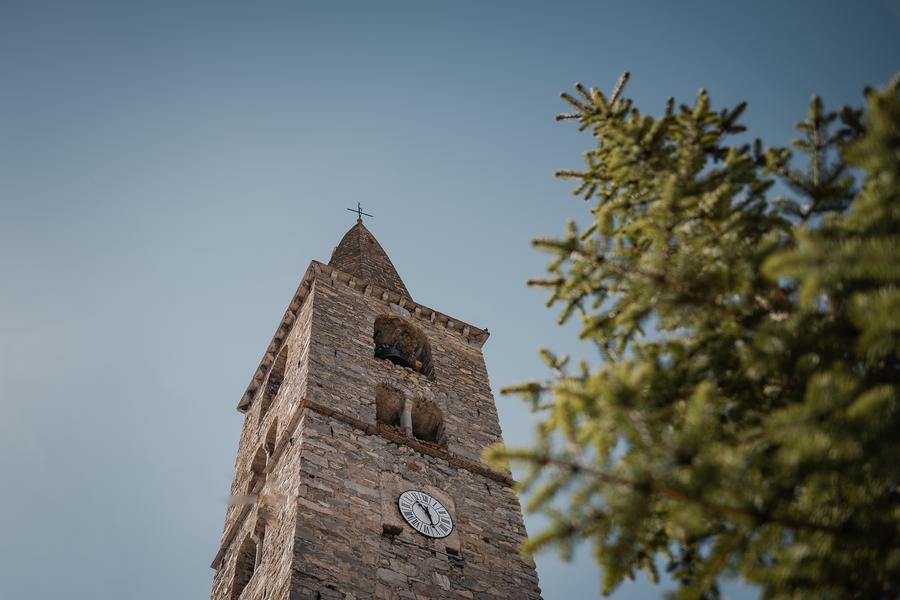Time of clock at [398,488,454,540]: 10:26
